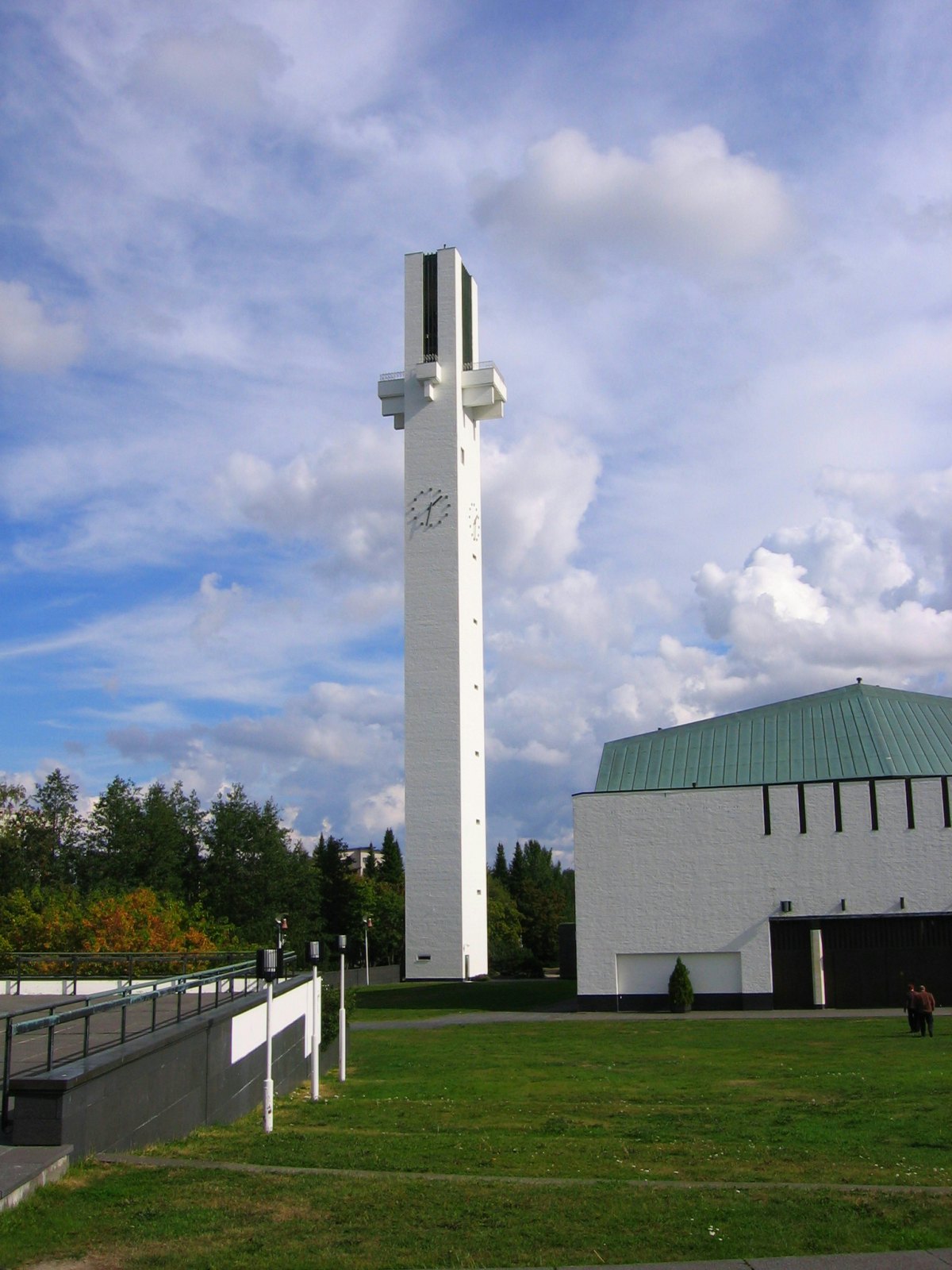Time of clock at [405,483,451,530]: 1:32
